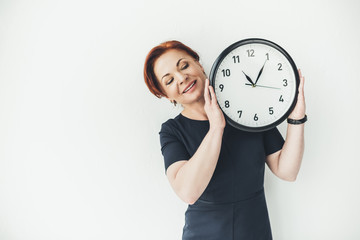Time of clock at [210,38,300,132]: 11:05
